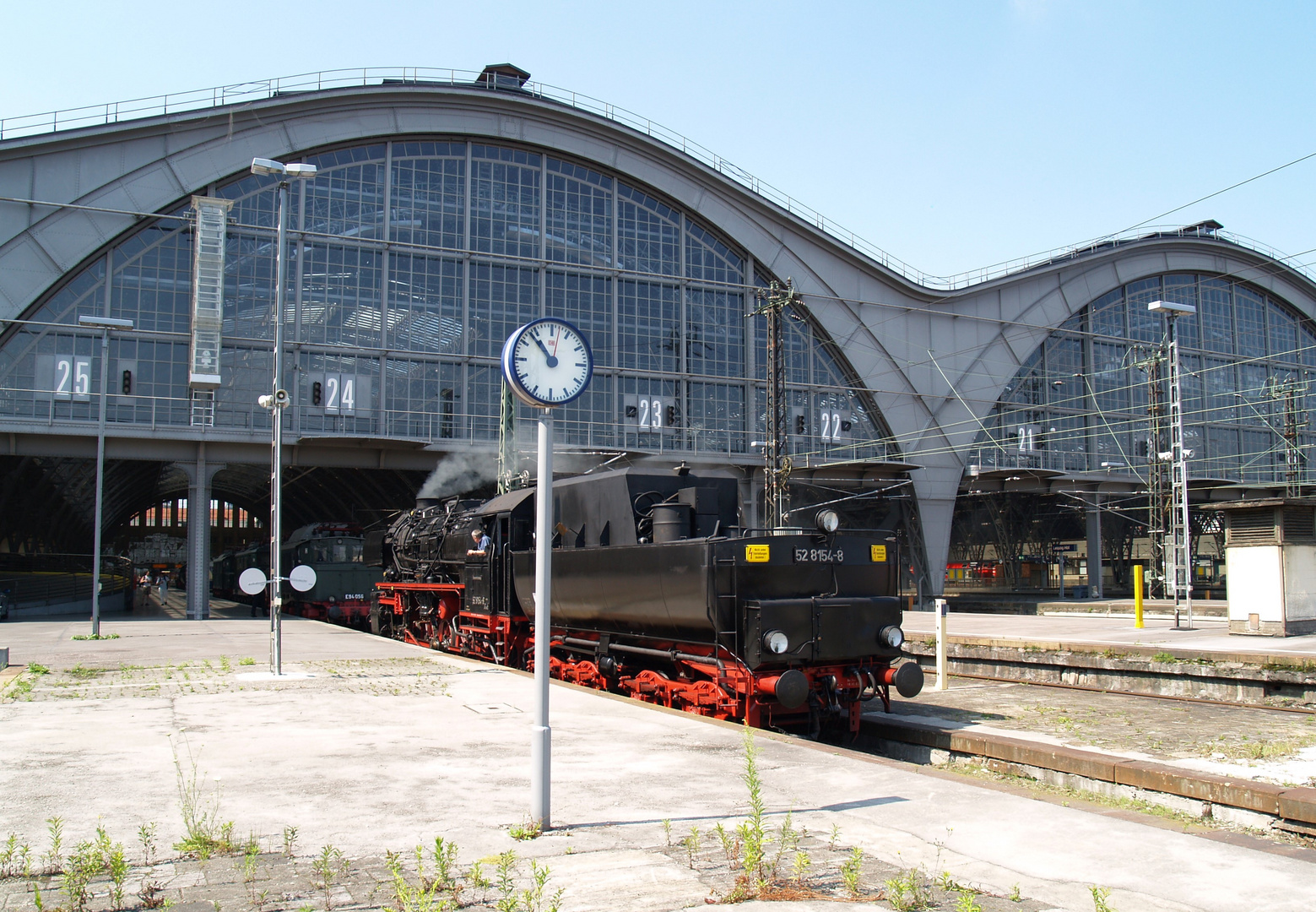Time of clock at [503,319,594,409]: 10:52
